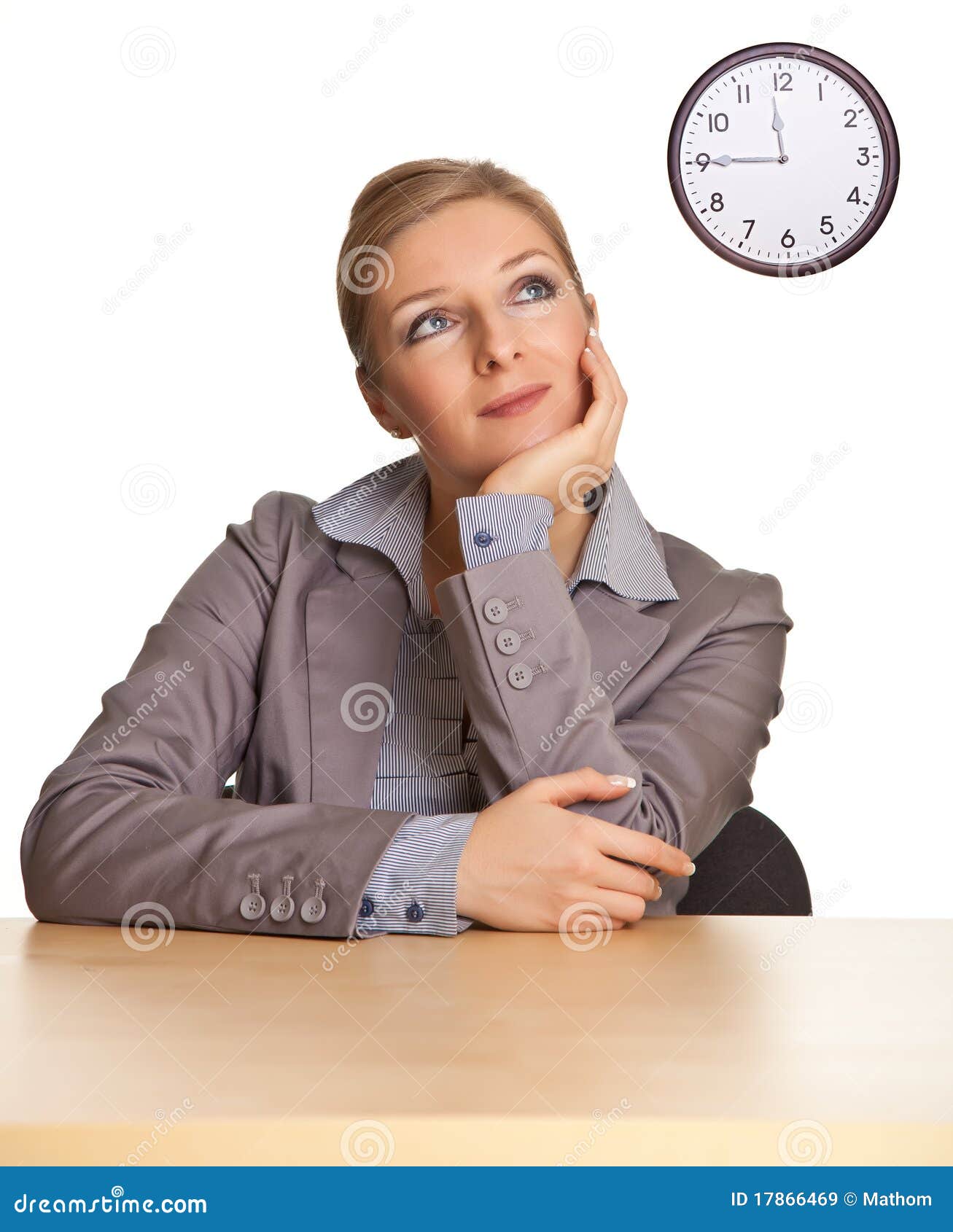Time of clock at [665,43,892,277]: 11:45
